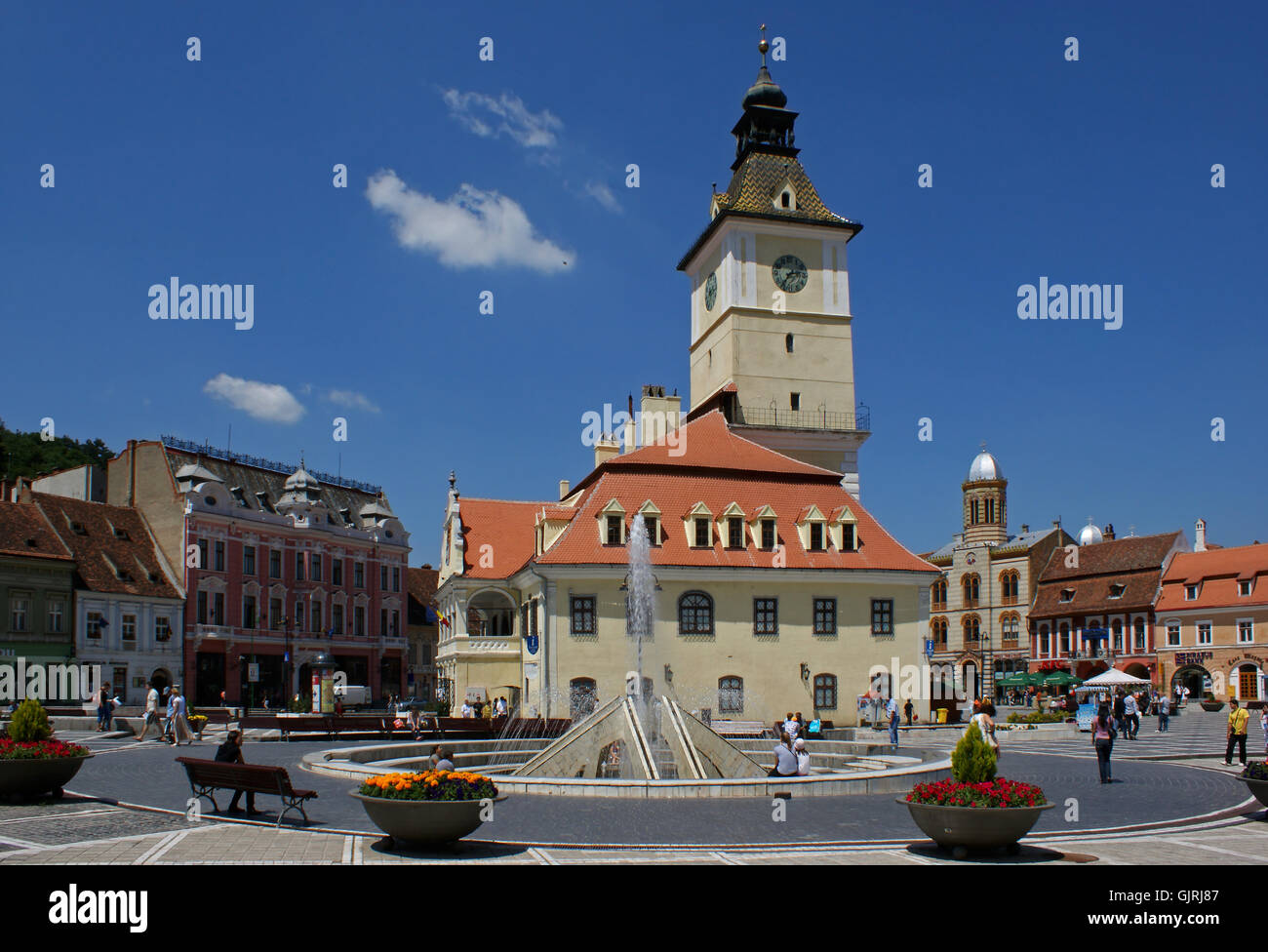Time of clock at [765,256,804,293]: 2:36
